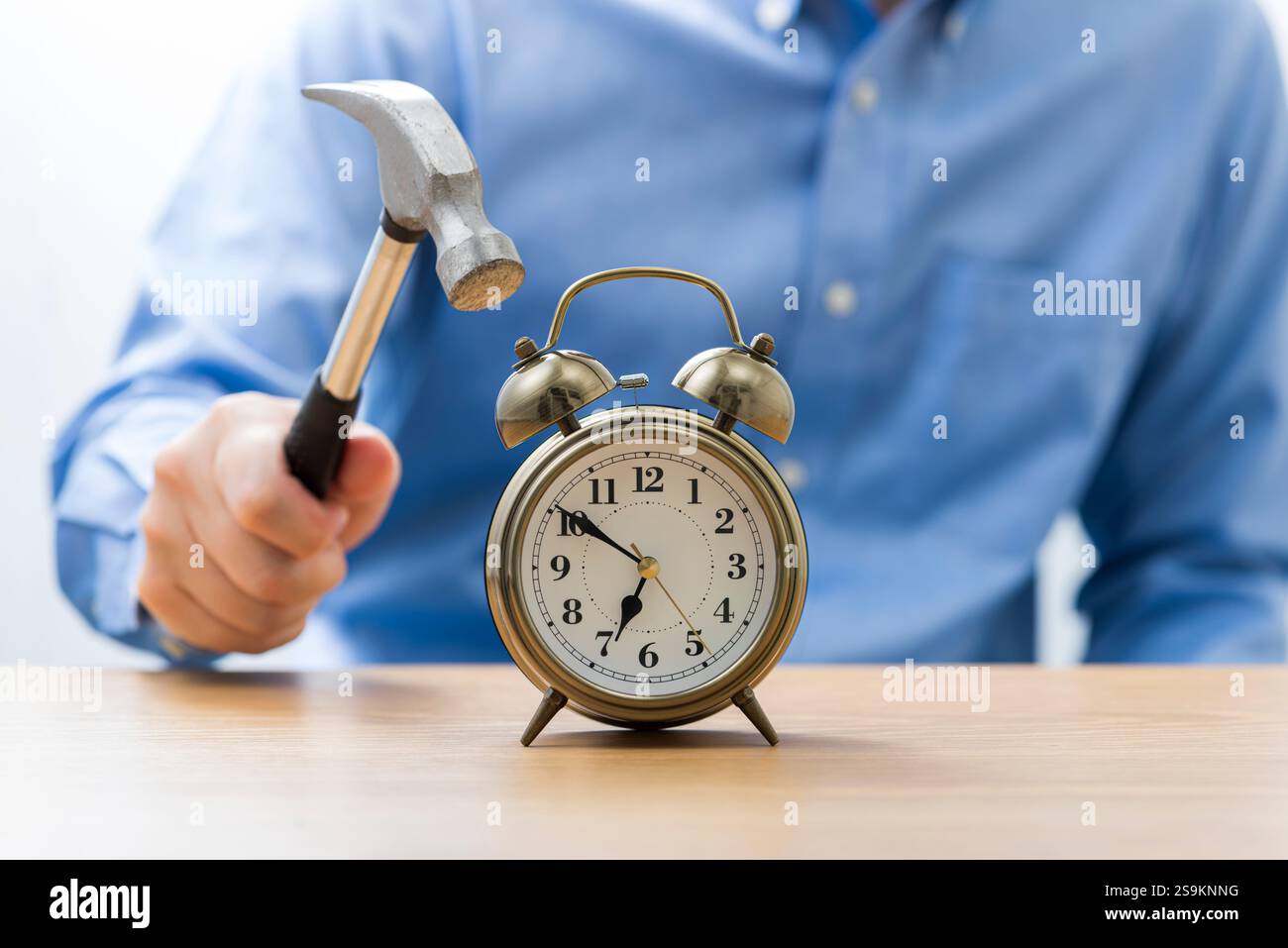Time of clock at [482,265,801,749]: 6:50
